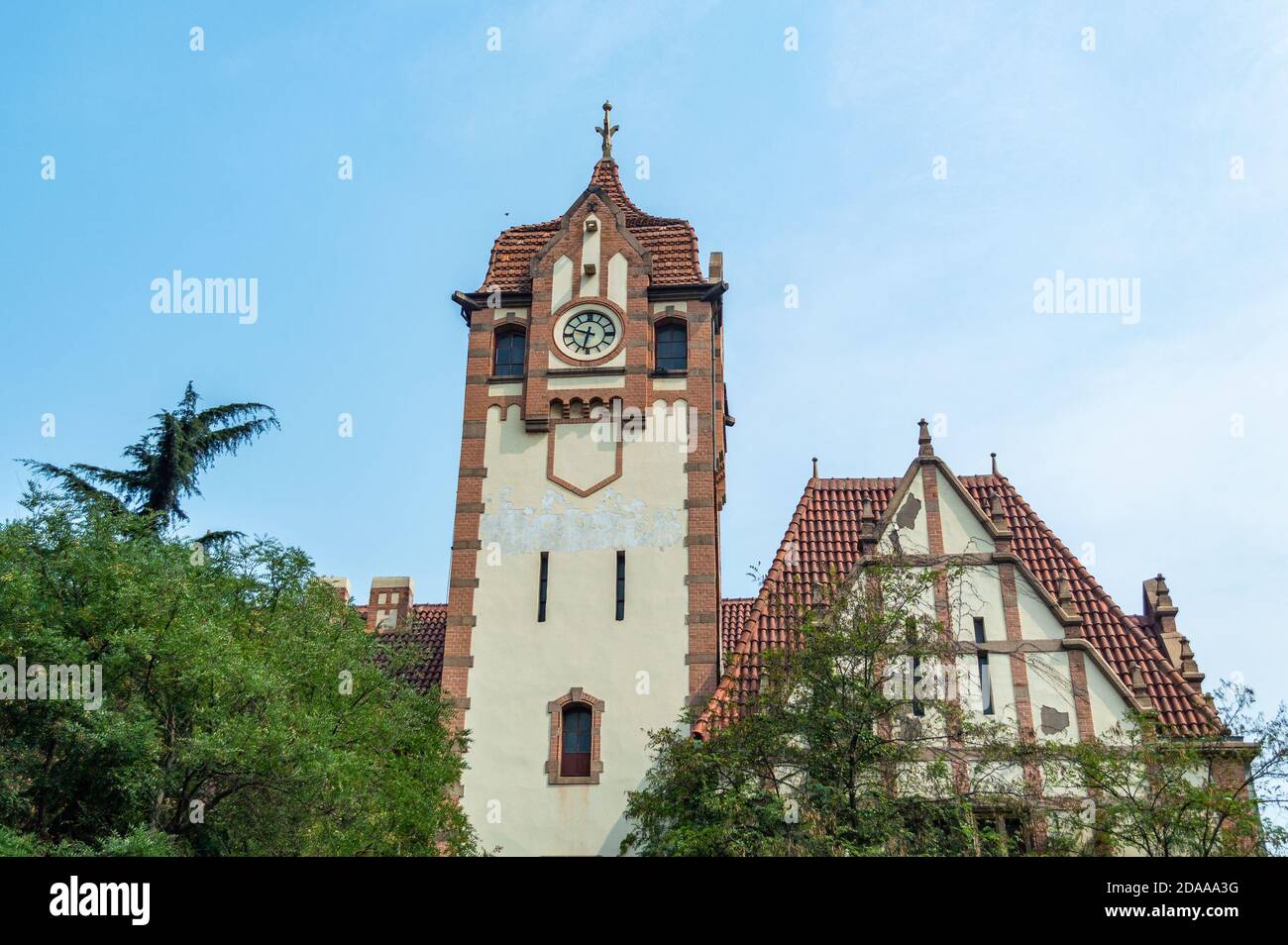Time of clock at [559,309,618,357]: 9:32
